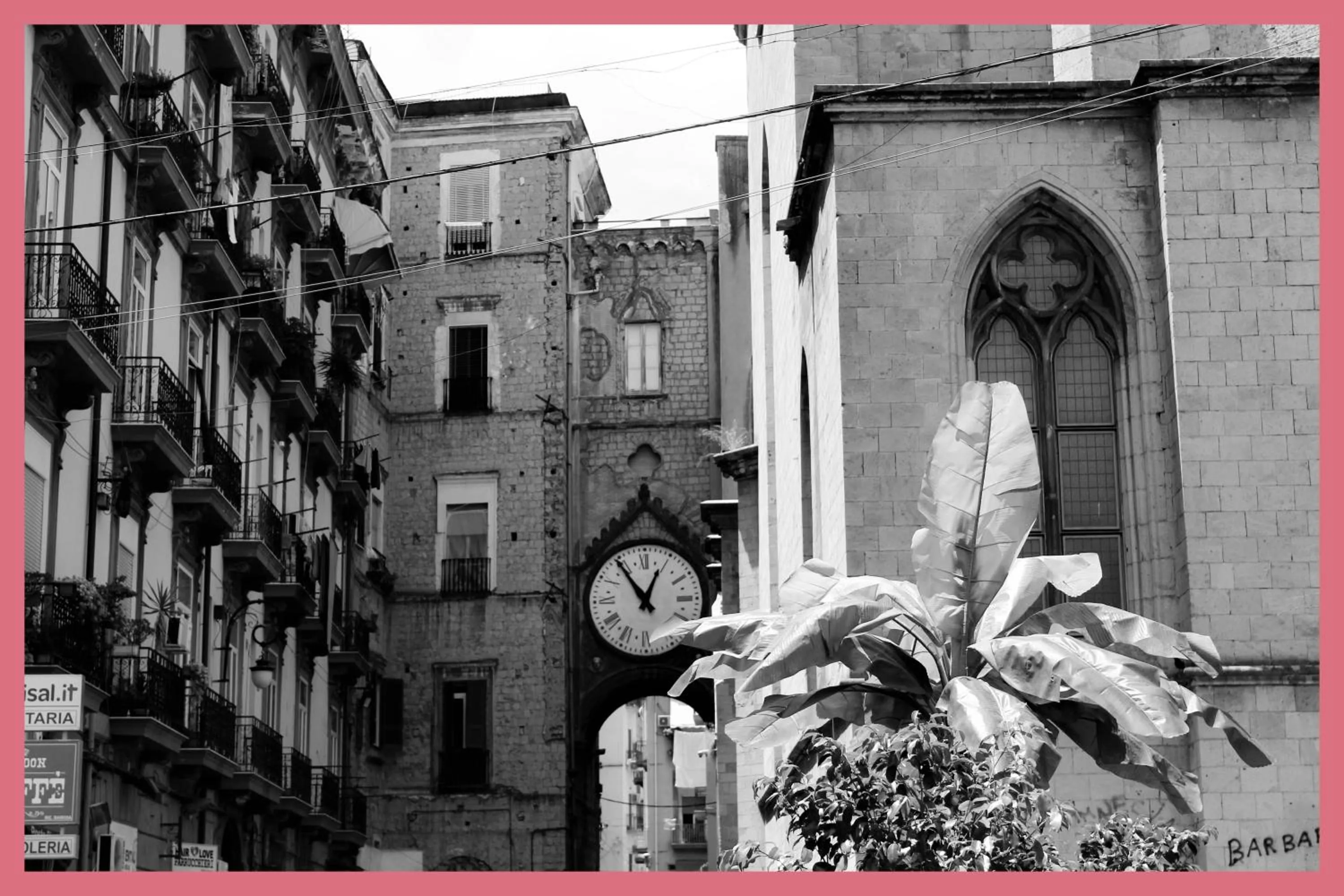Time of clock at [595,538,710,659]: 12:54
